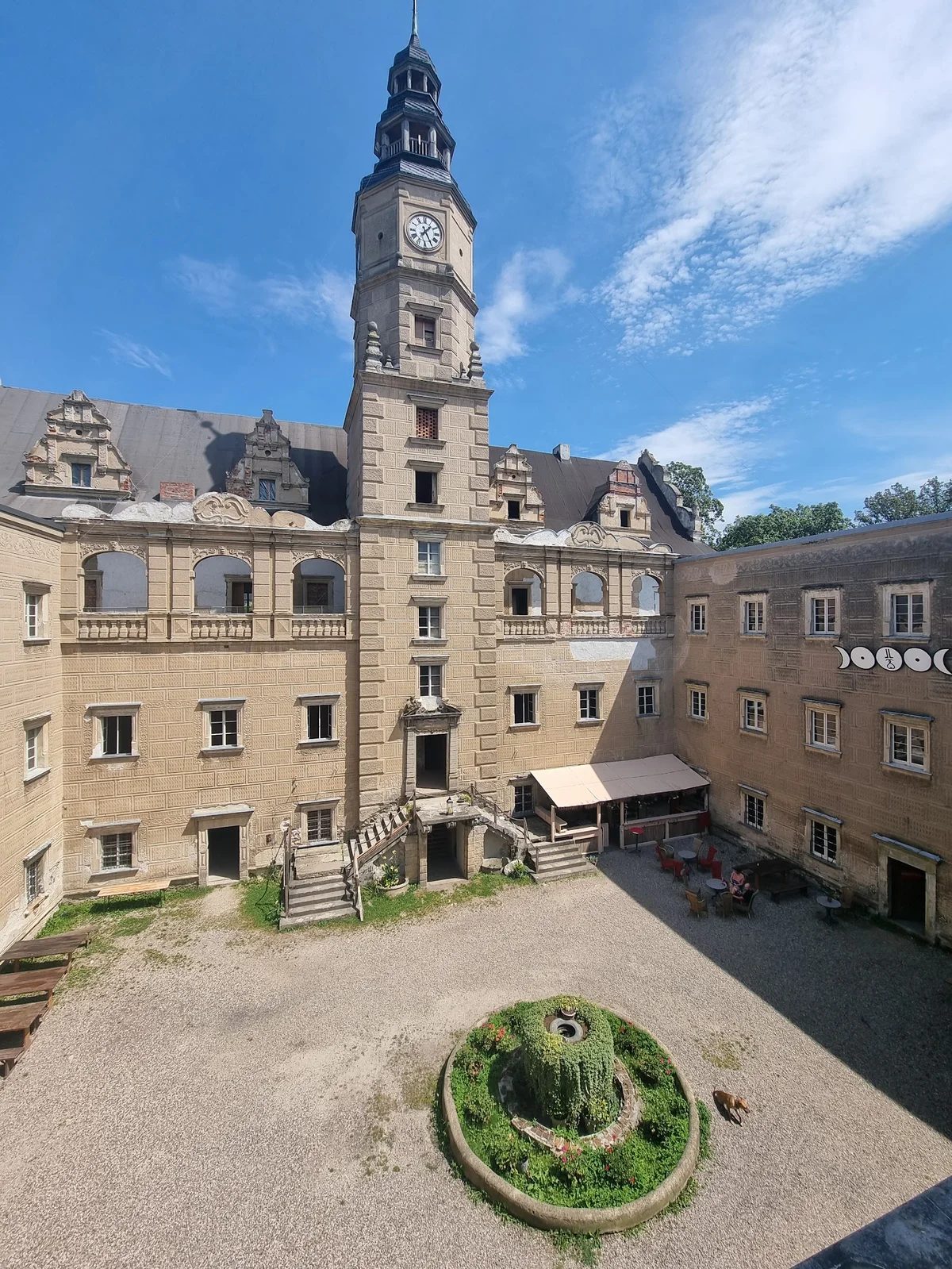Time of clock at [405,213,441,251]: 1:25
